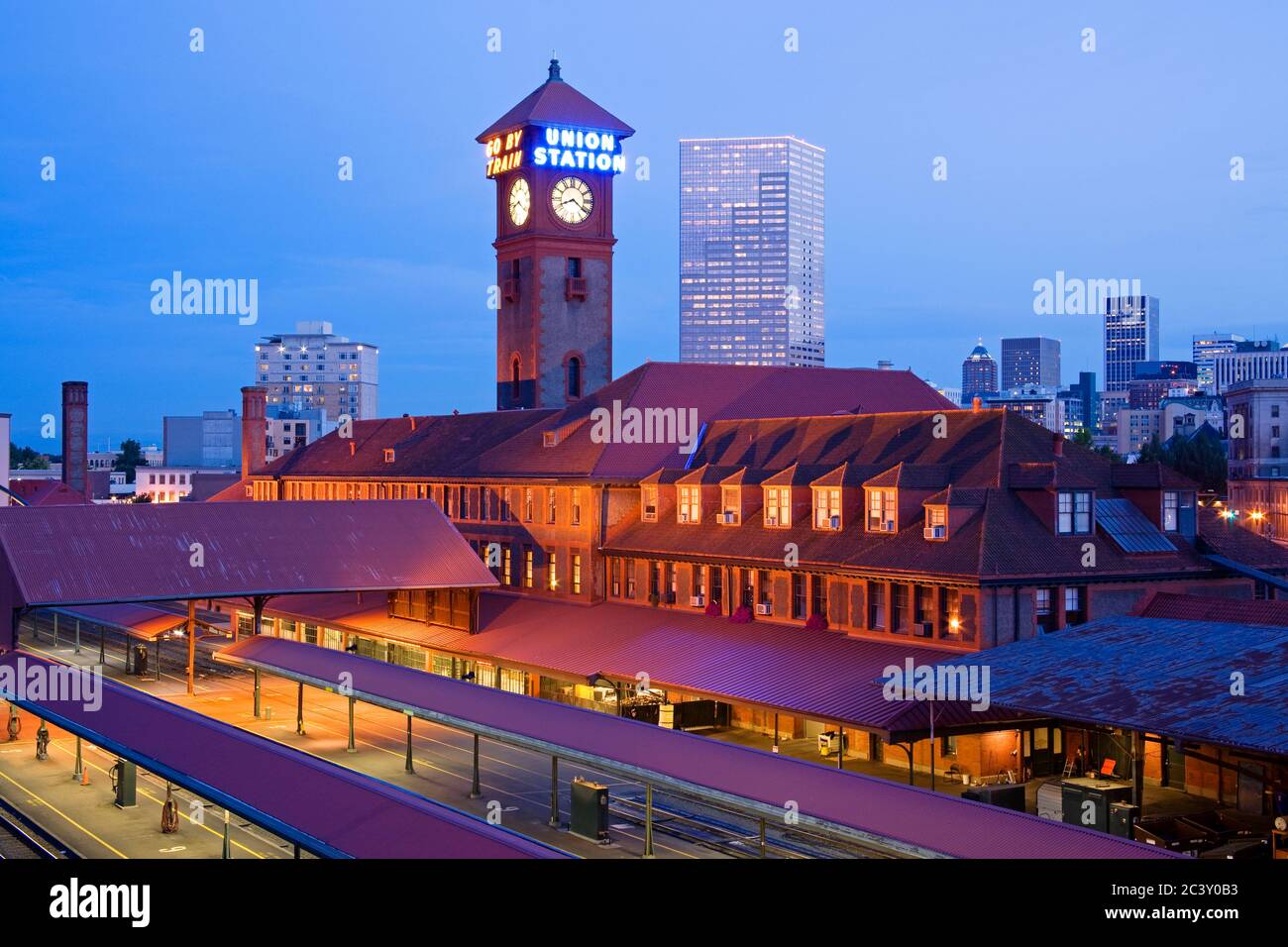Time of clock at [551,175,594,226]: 8:21
